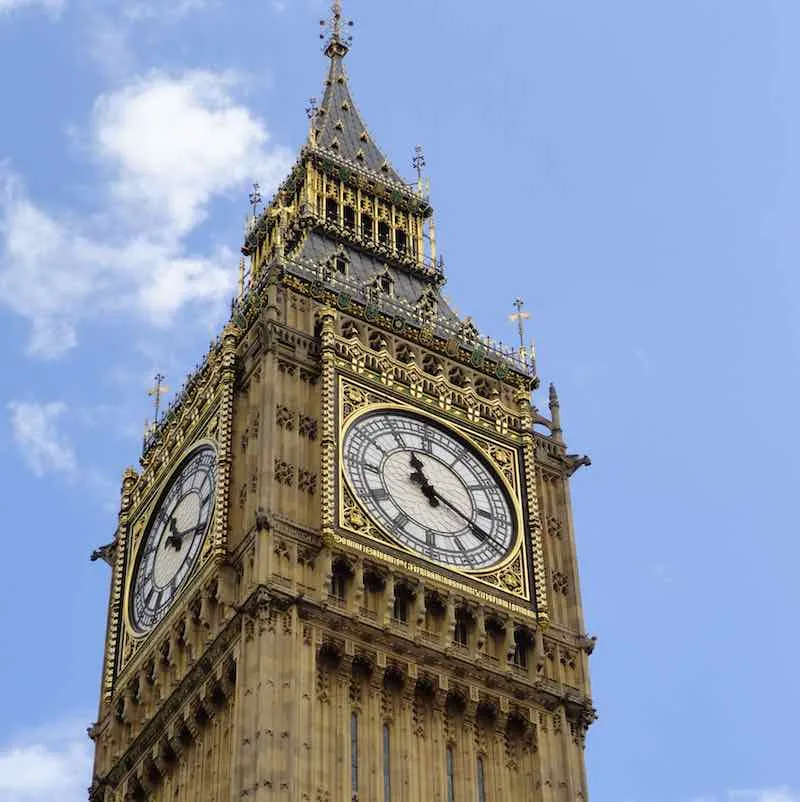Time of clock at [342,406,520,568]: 11:19
